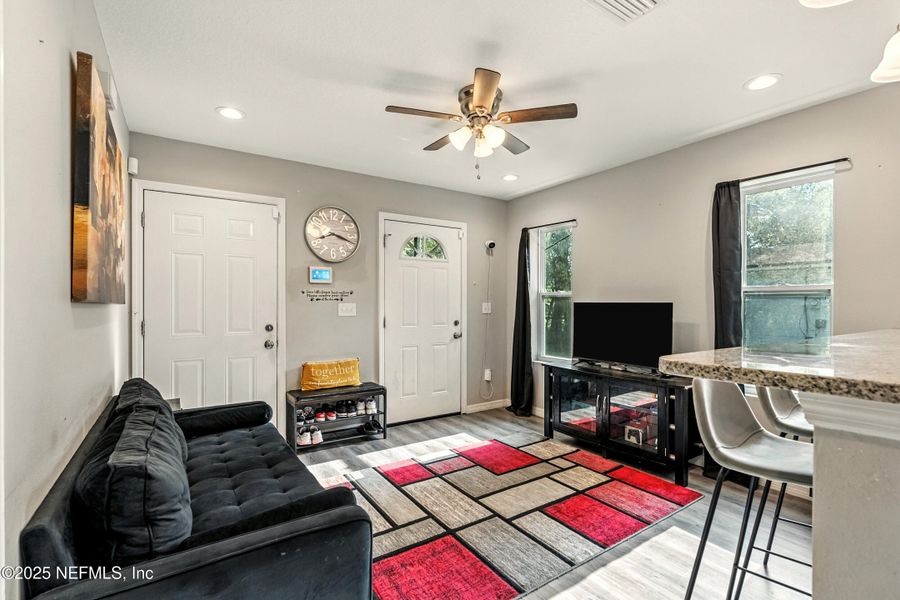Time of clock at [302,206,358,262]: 8:17
